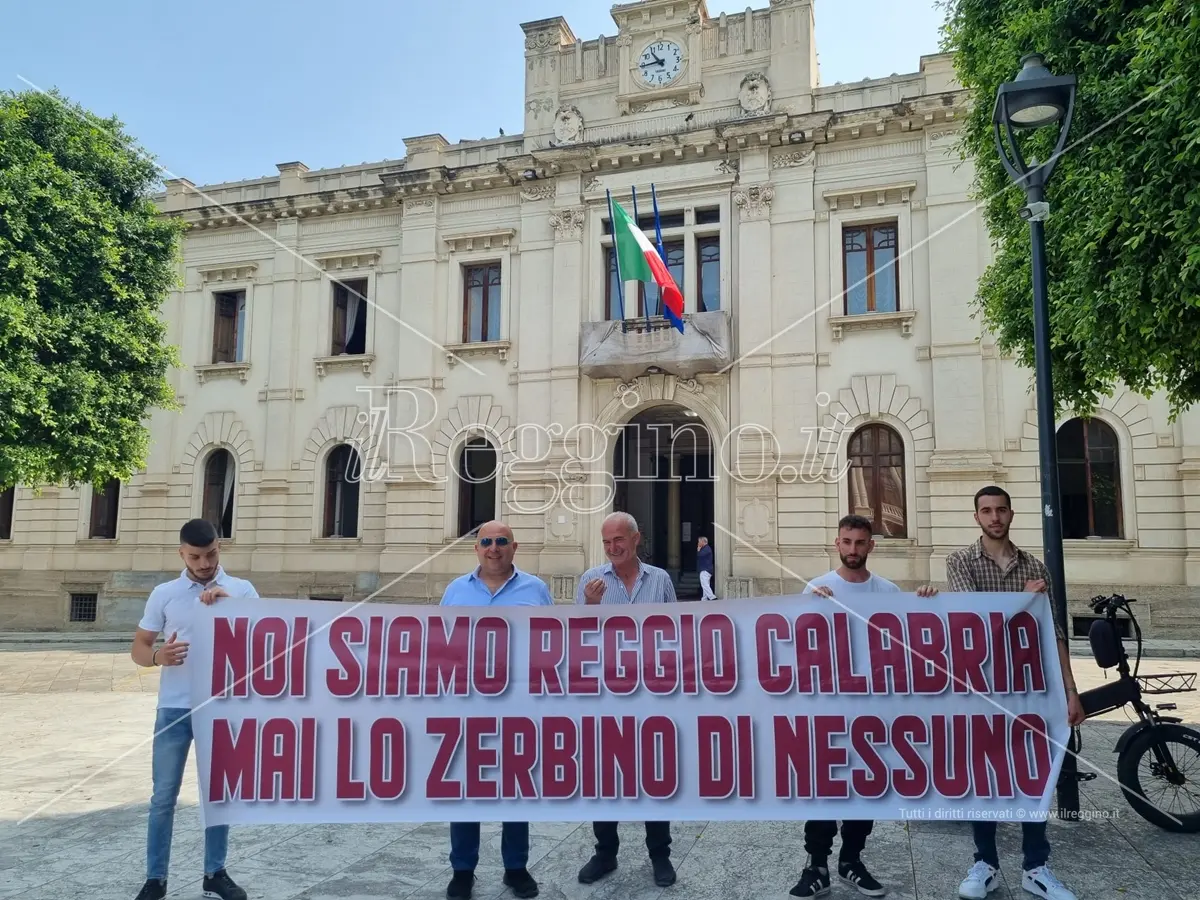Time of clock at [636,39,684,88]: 10:44
